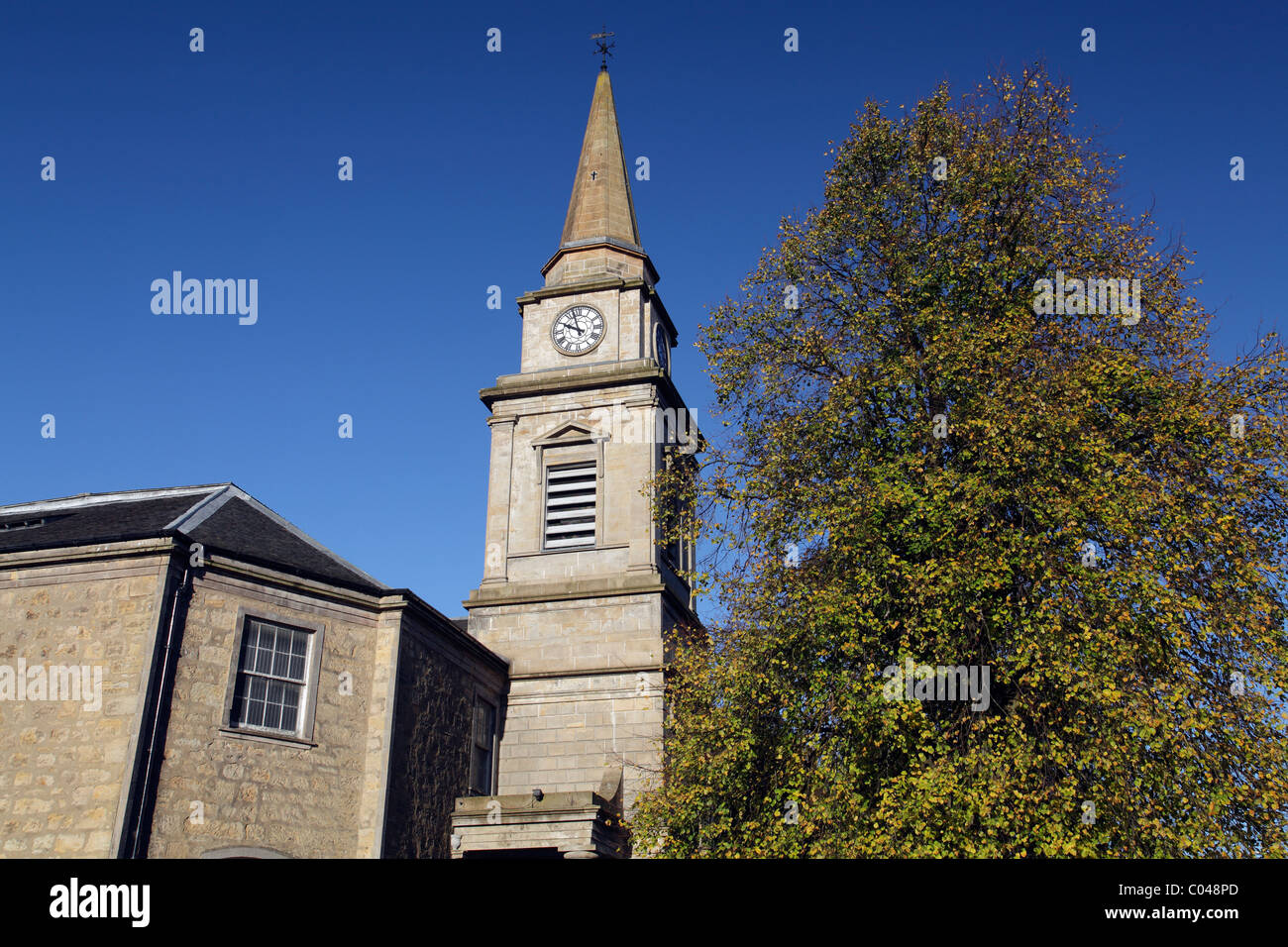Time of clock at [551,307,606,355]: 9:57
